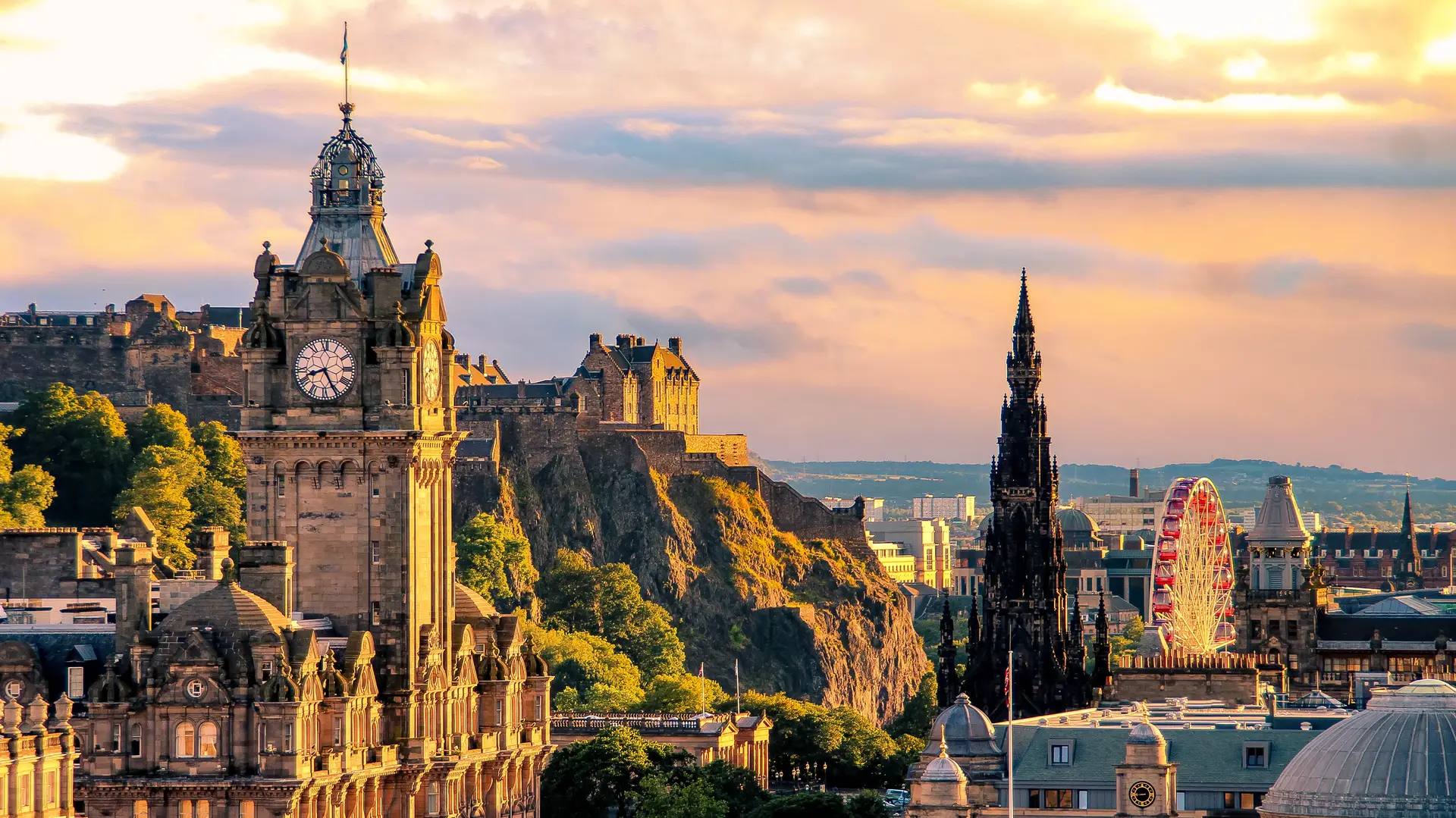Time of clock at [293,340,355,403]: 8:25
